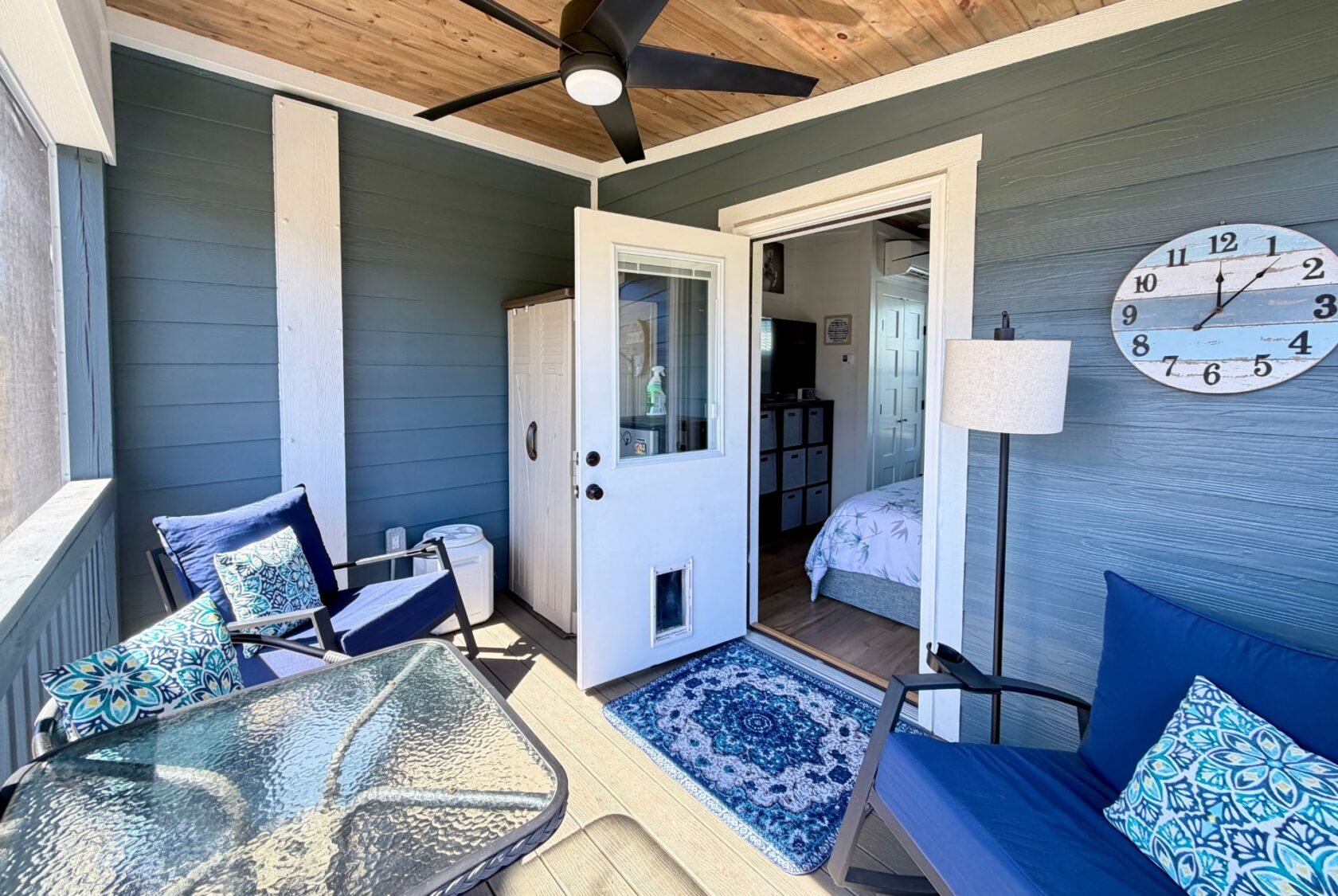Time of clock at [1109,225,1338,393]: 12:06
